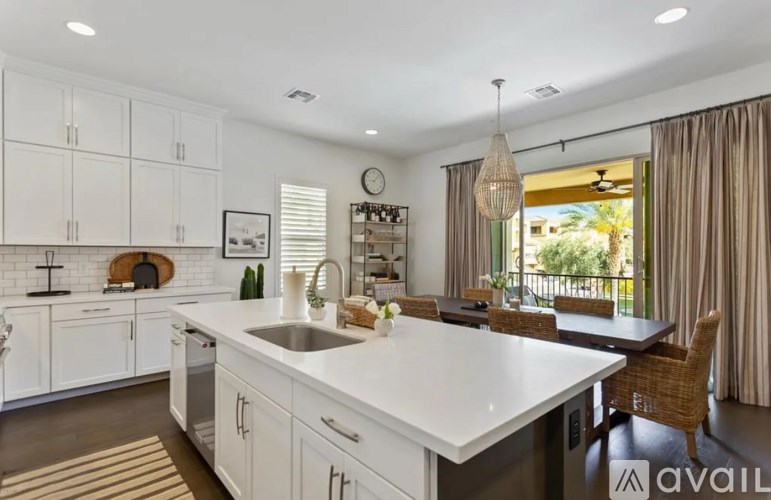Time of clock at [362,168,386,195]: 9:07
